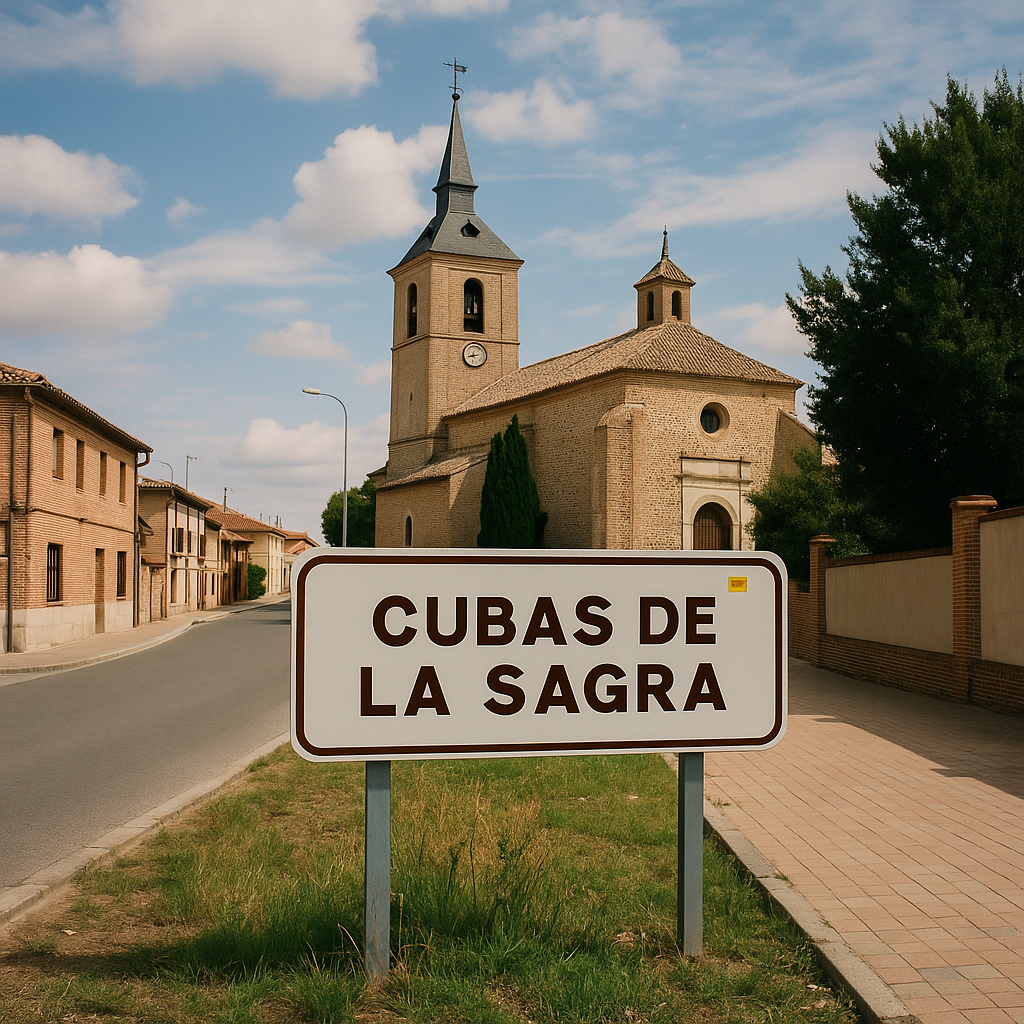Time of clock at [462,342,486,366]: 11:42
